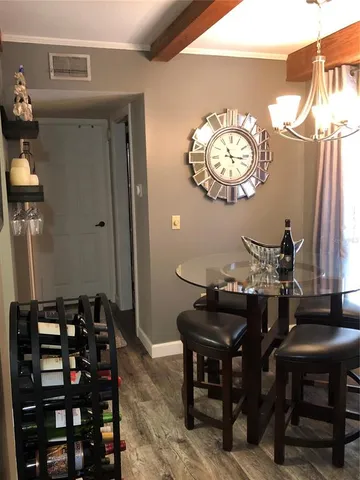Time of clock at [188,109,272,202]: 11:15
